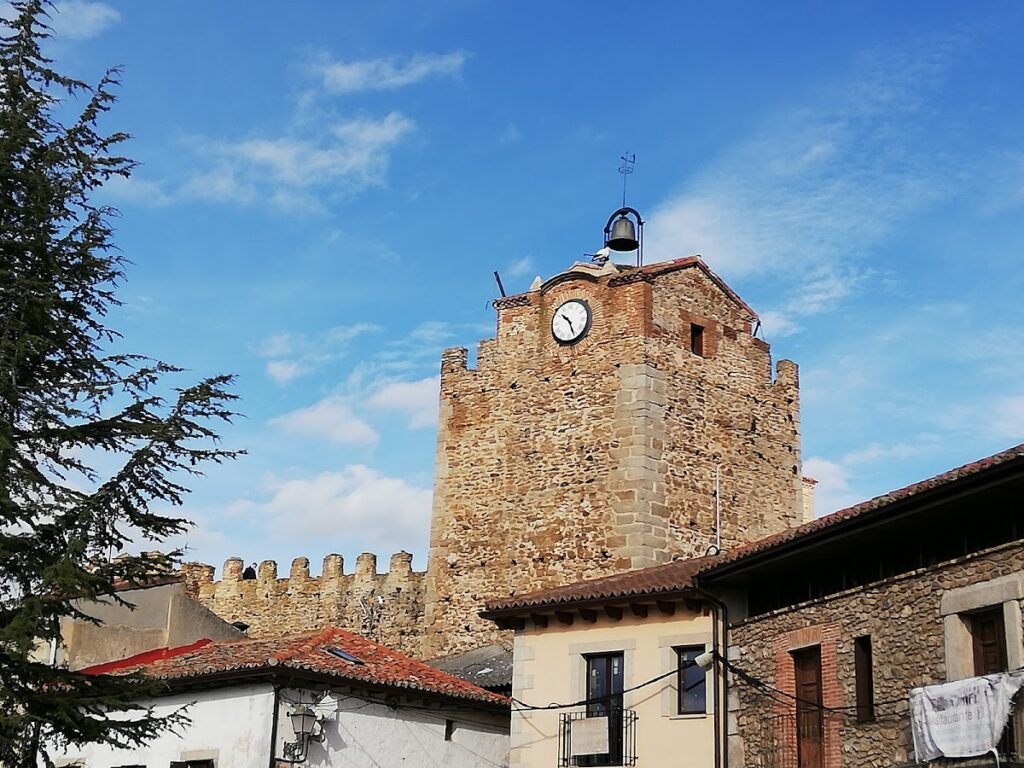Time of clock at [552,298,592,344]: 10:26
